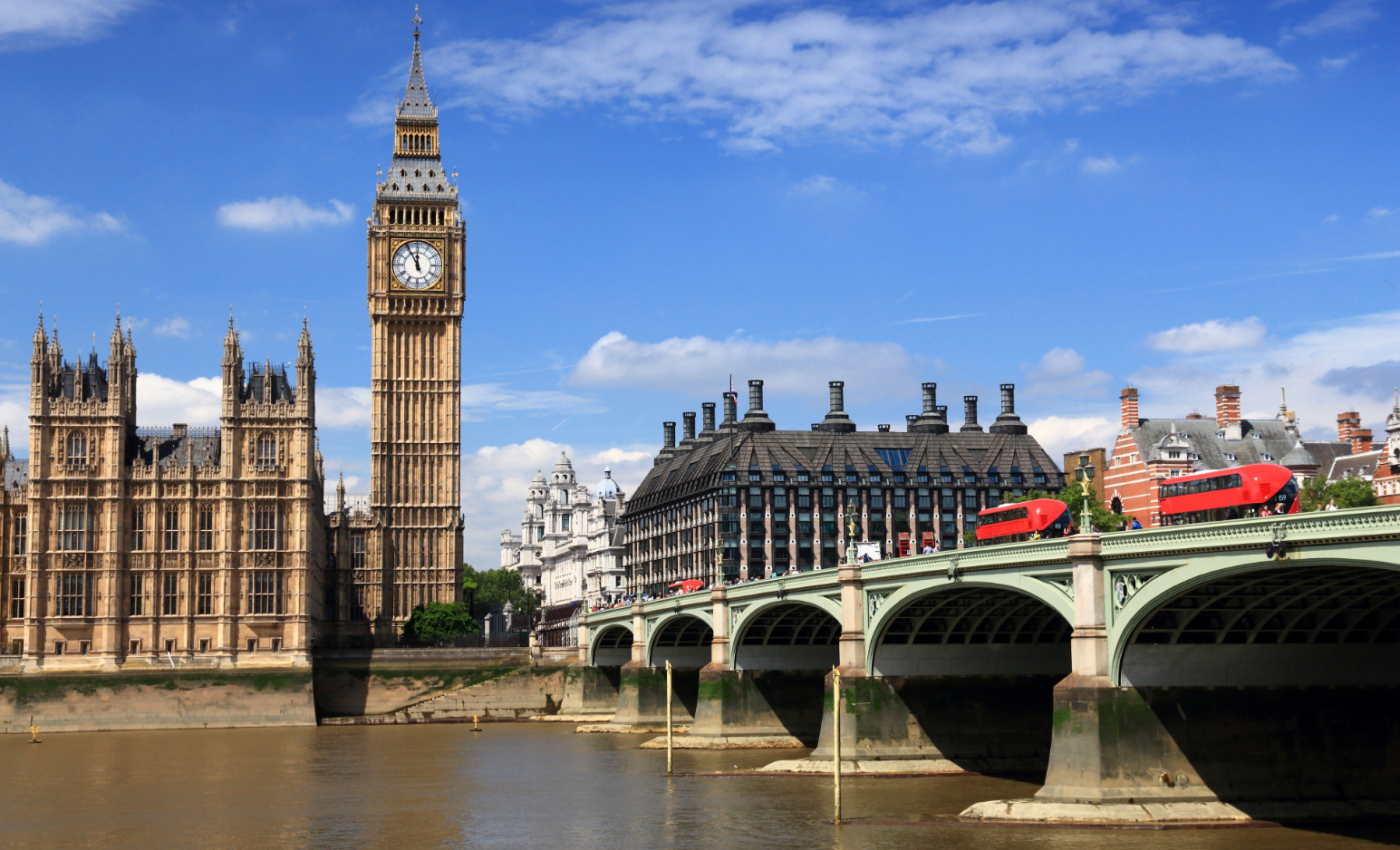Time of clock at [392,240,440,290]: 11:55
